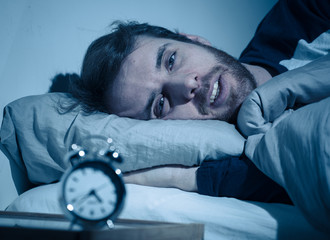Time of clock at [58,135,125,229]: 4:38
